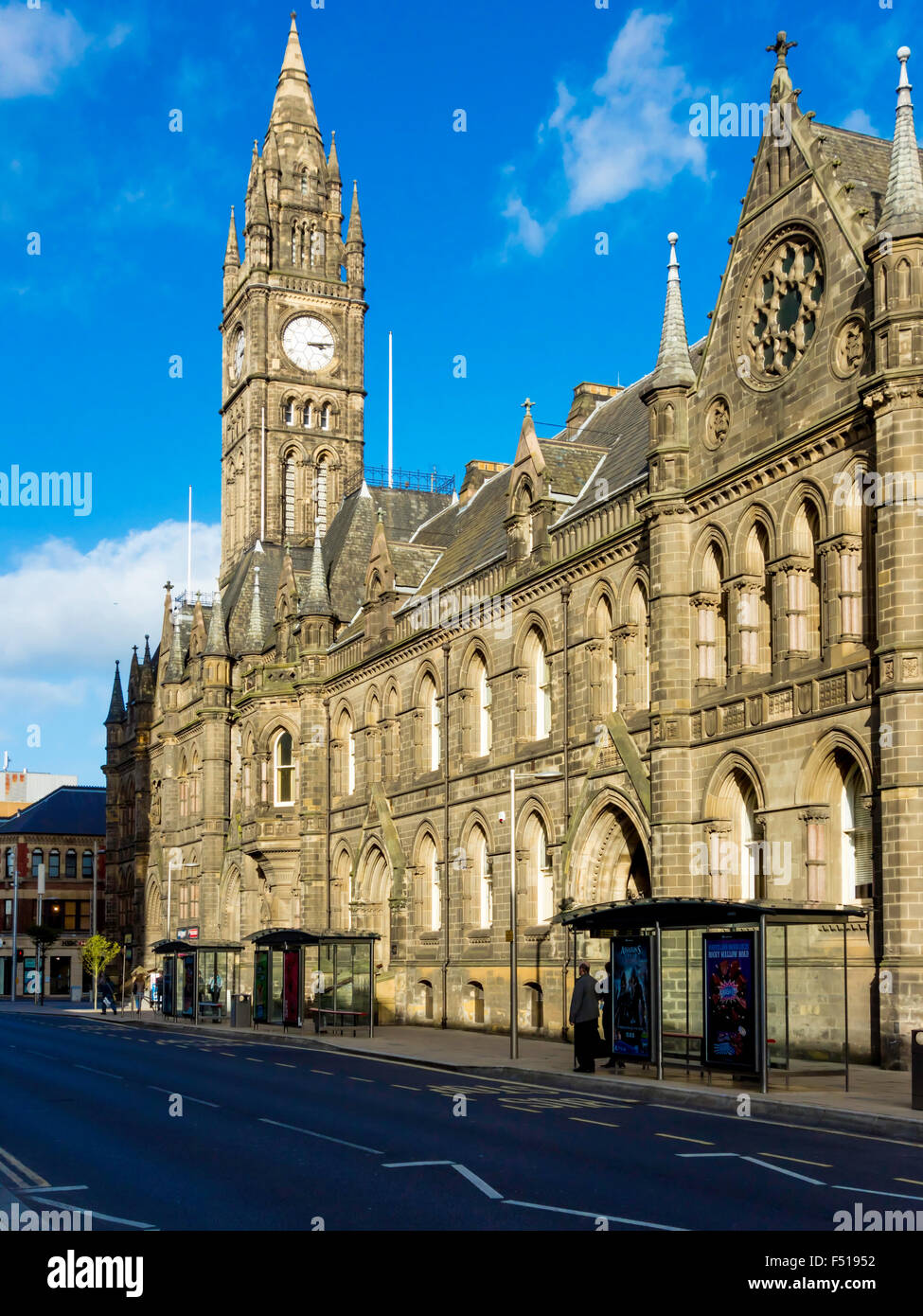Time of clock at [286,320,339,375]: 3:14
